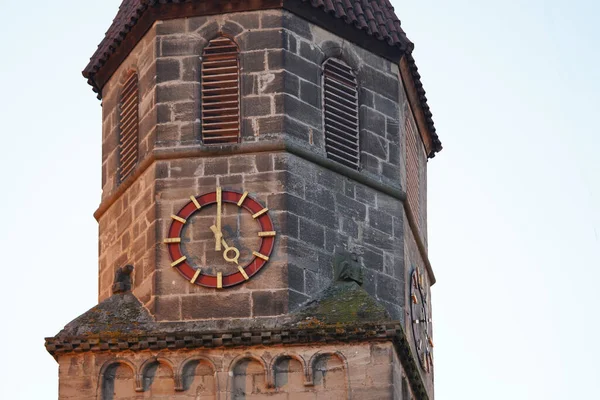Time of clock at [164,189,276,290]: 4:59
